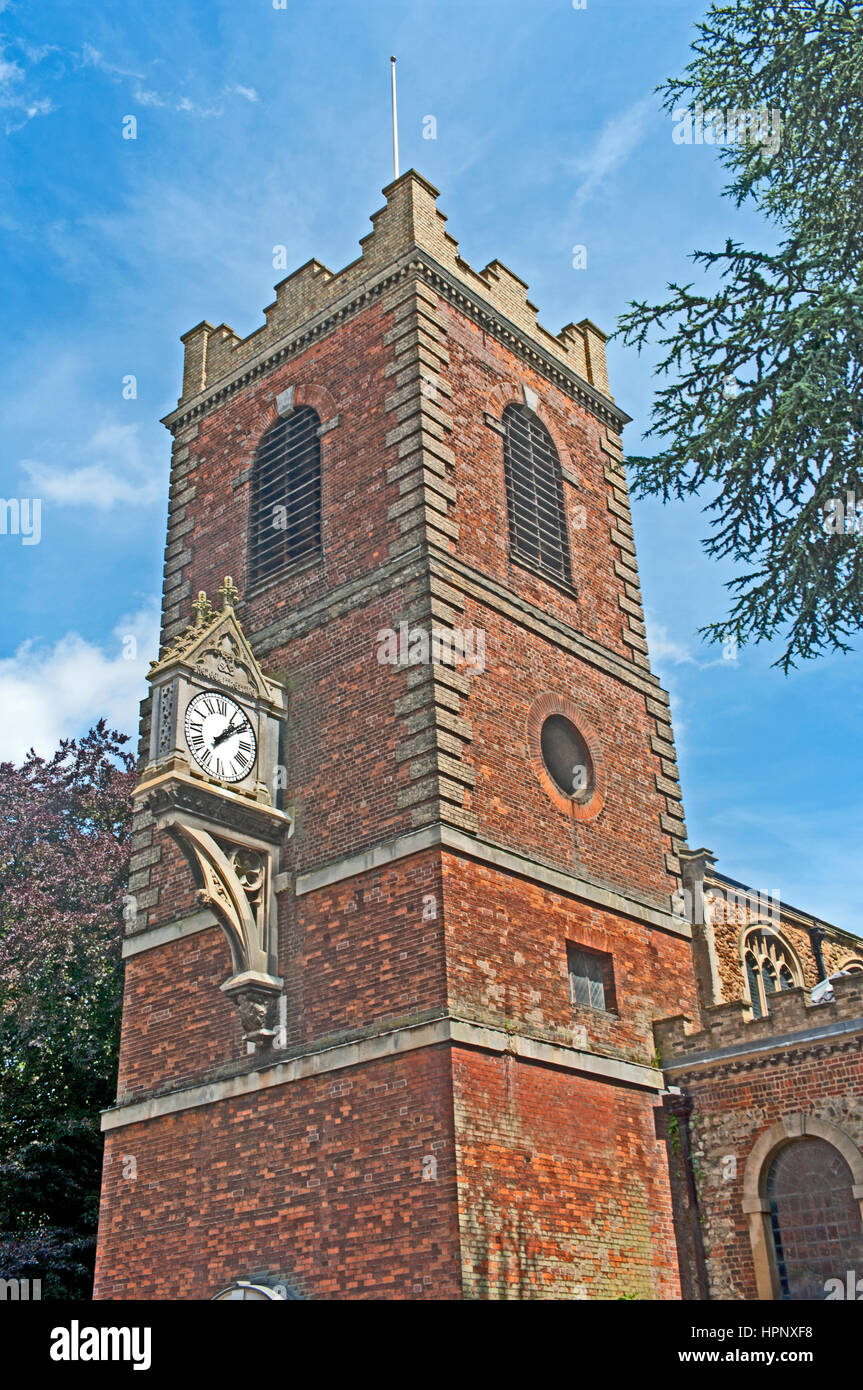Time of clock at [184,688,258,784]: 1:08
